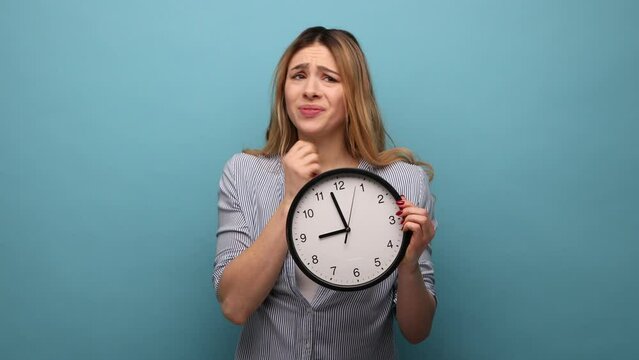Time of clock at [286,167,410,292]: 8:57
